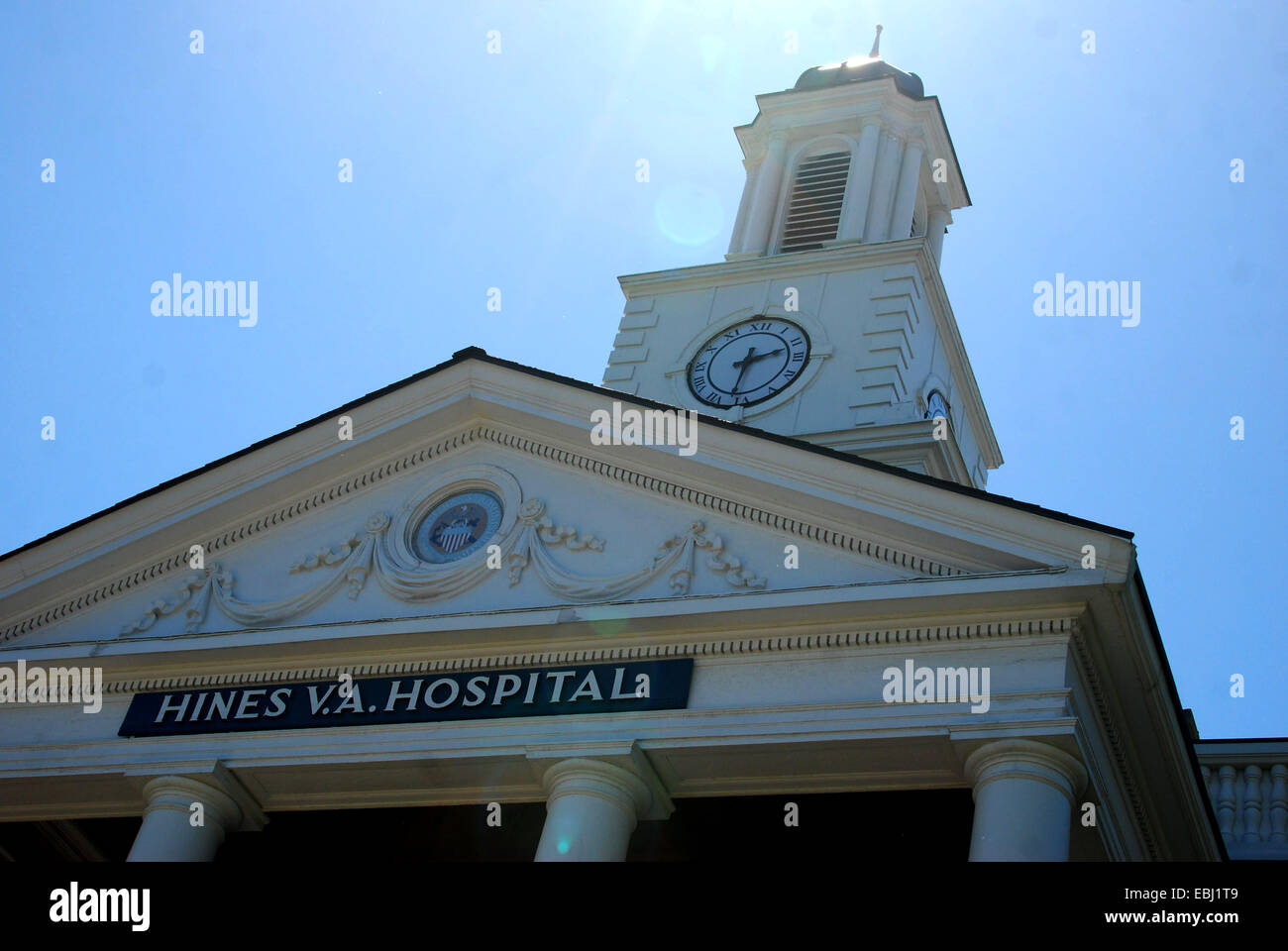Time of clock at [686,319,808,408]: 2:31
